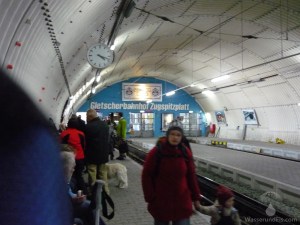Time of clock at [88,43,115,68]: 4:18
